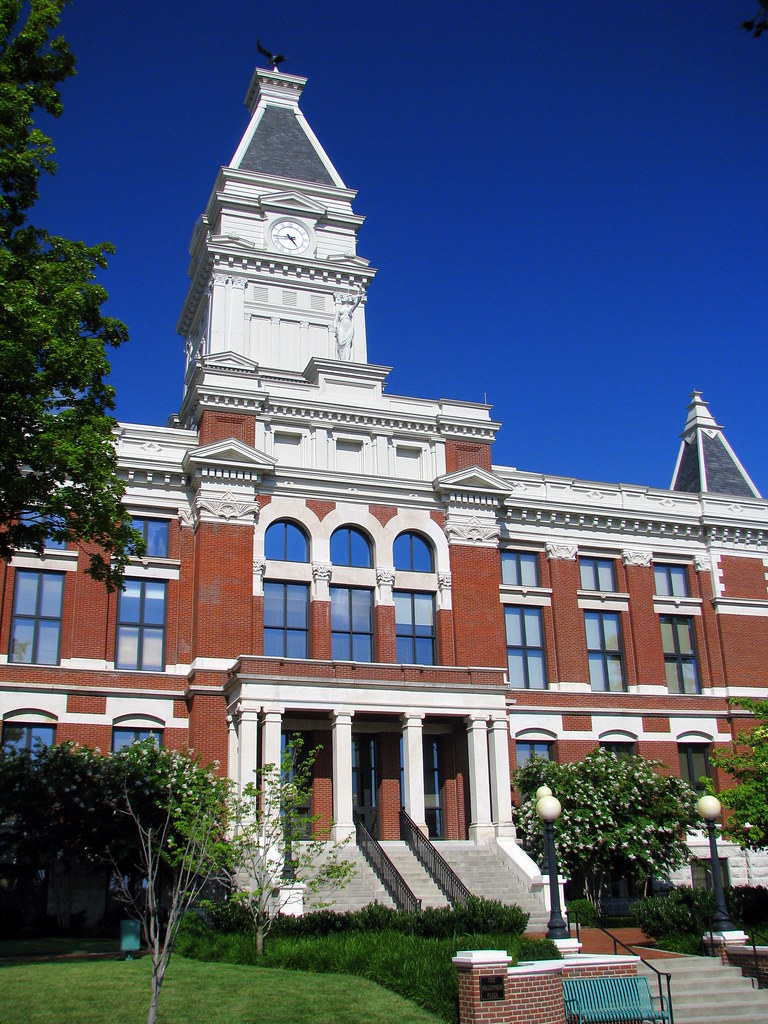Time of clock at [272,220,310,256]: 4:44
